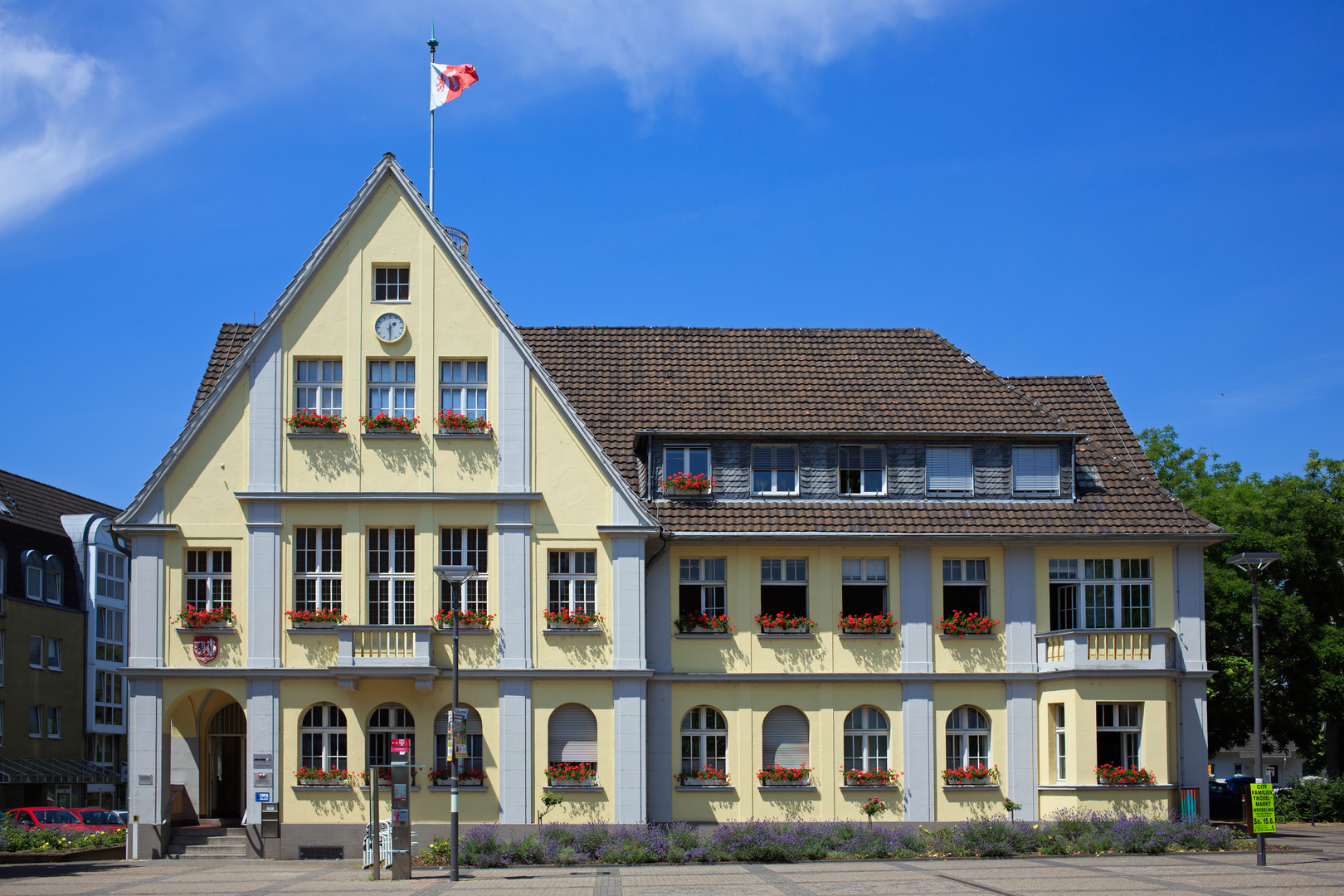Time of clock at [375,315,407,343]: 1:29
